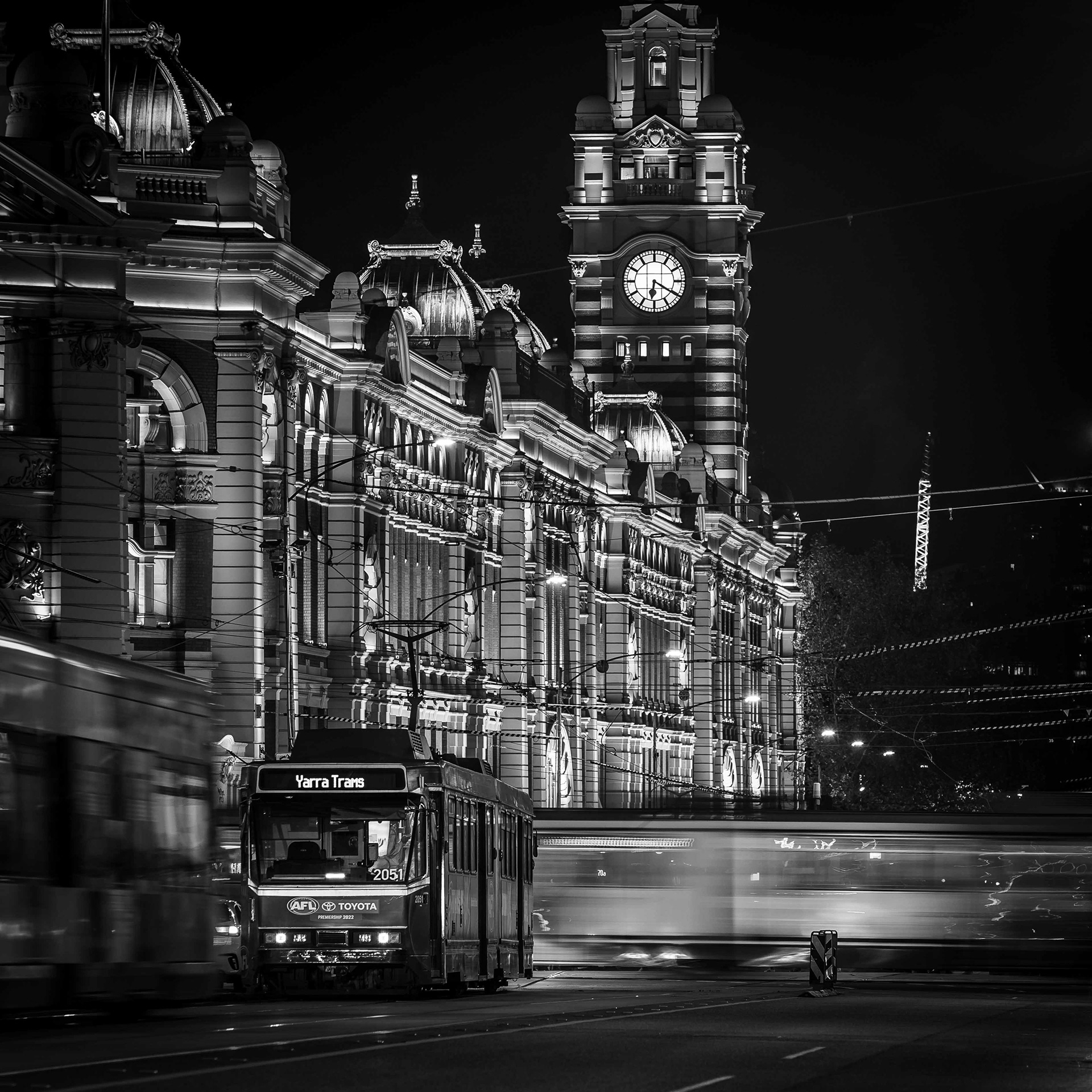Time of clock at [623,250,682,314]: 6:19
